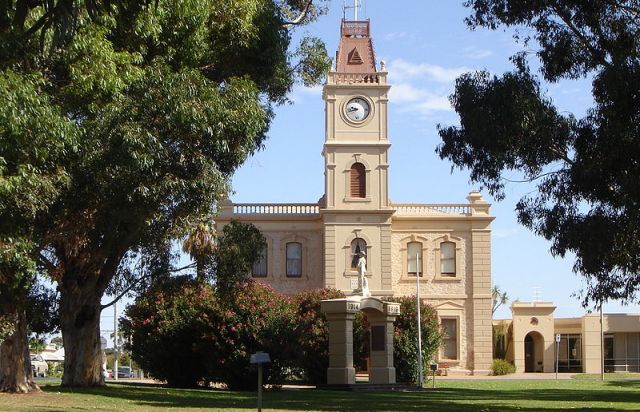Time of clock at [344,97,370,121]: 9:42
